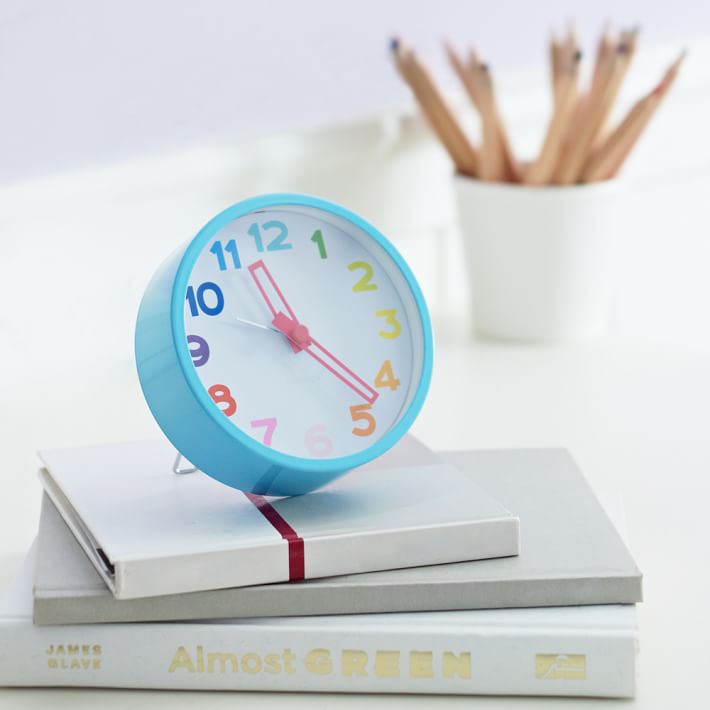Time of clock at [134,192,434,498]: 11:22
